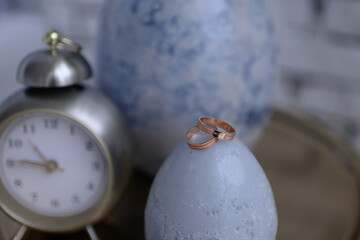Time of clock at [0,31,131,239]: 10:45
